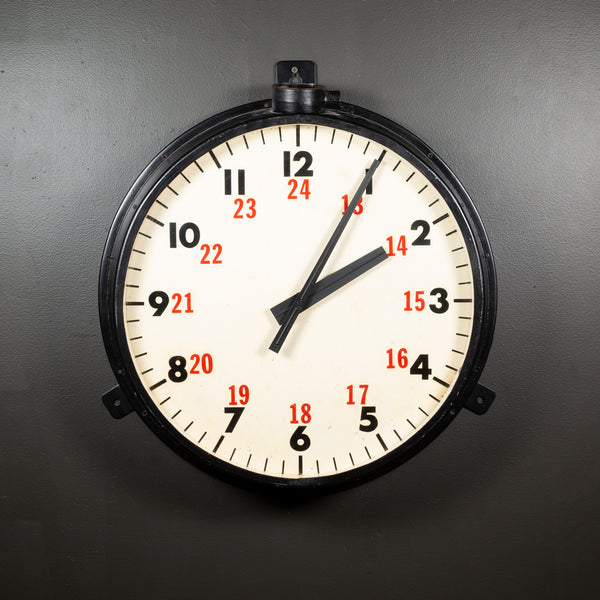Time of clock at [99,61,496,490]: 2:04
